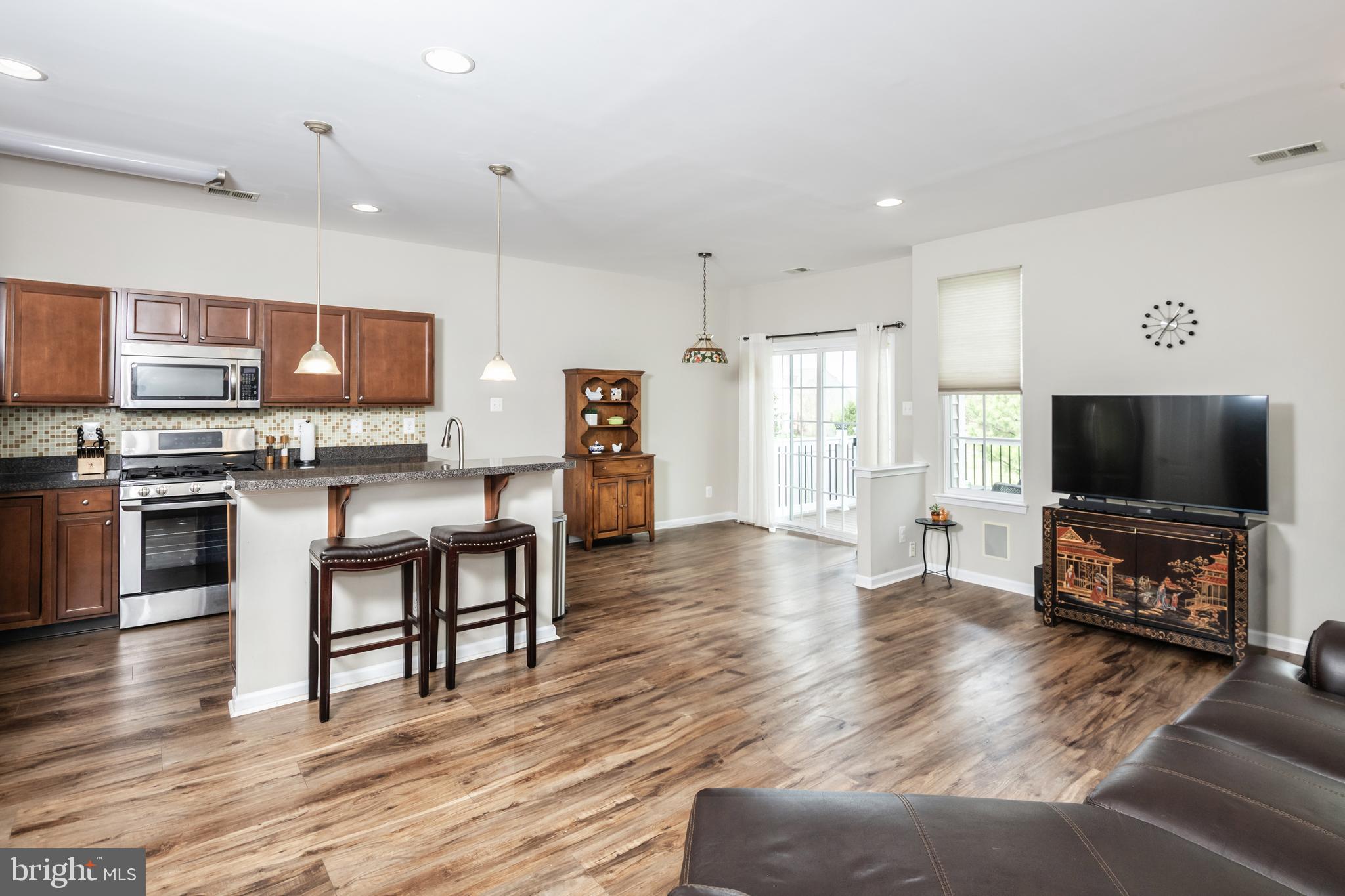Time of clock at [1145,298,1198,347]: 1:35
